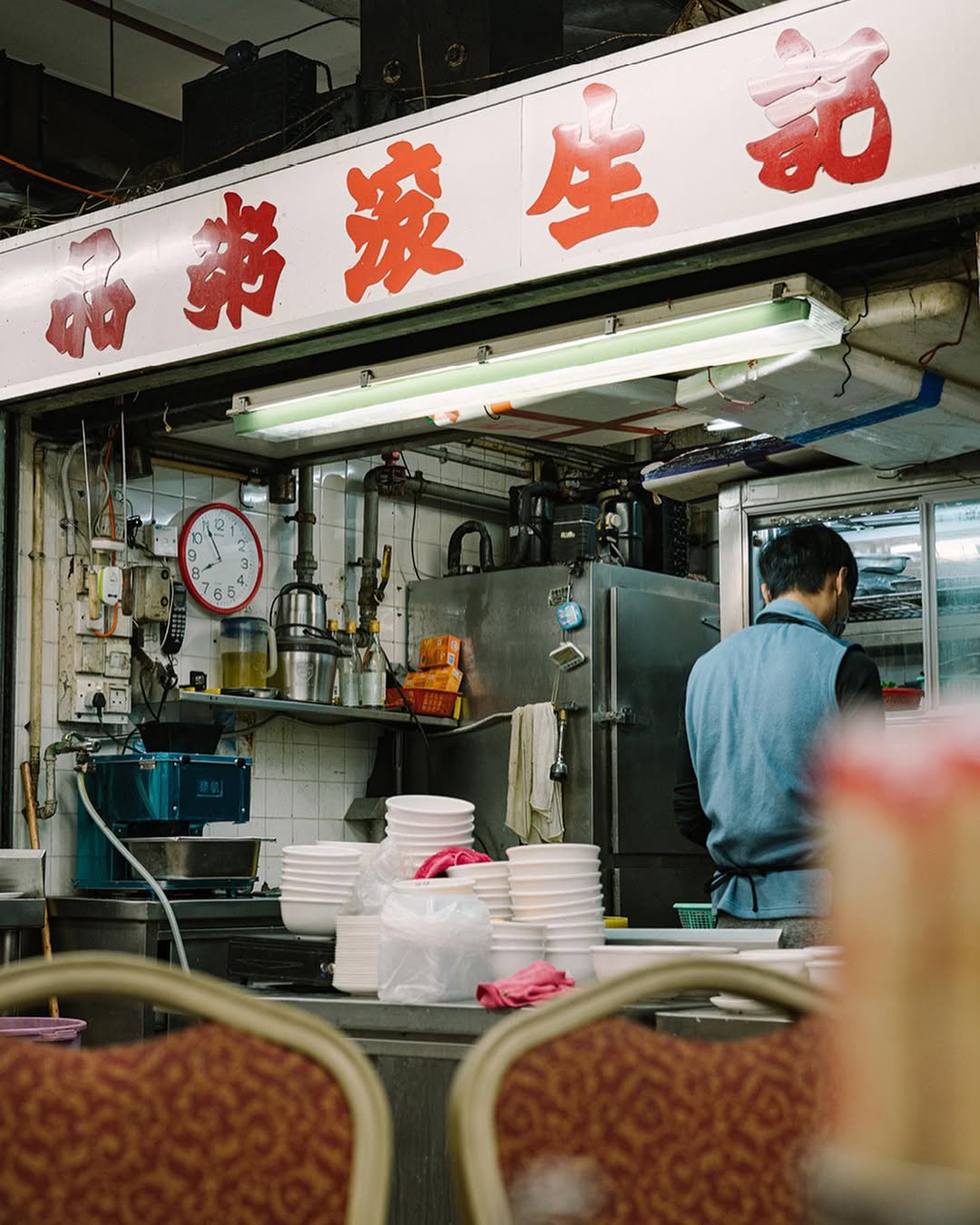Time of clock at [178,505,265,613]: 7:55
